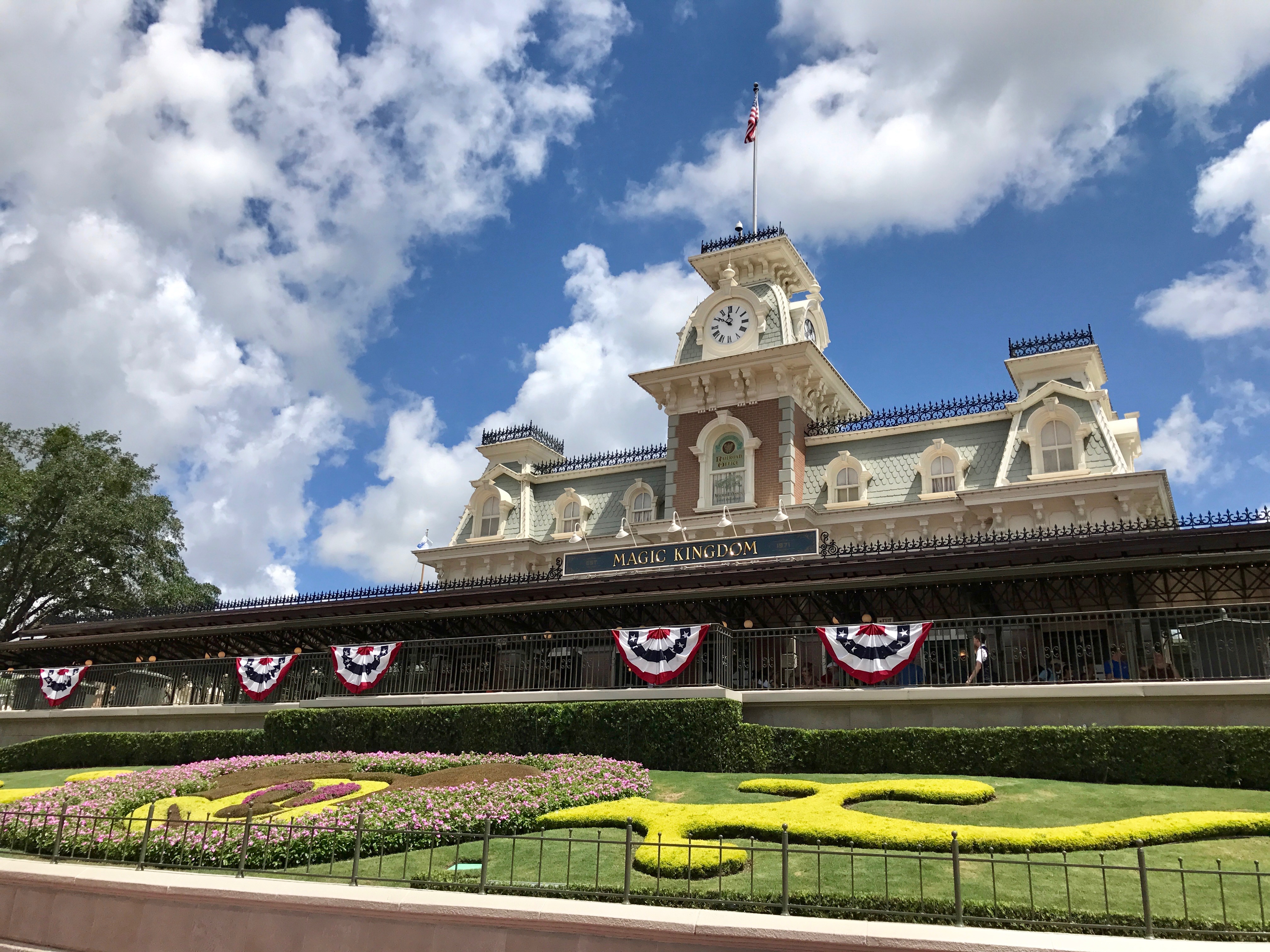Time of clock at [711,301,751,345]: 11:50
